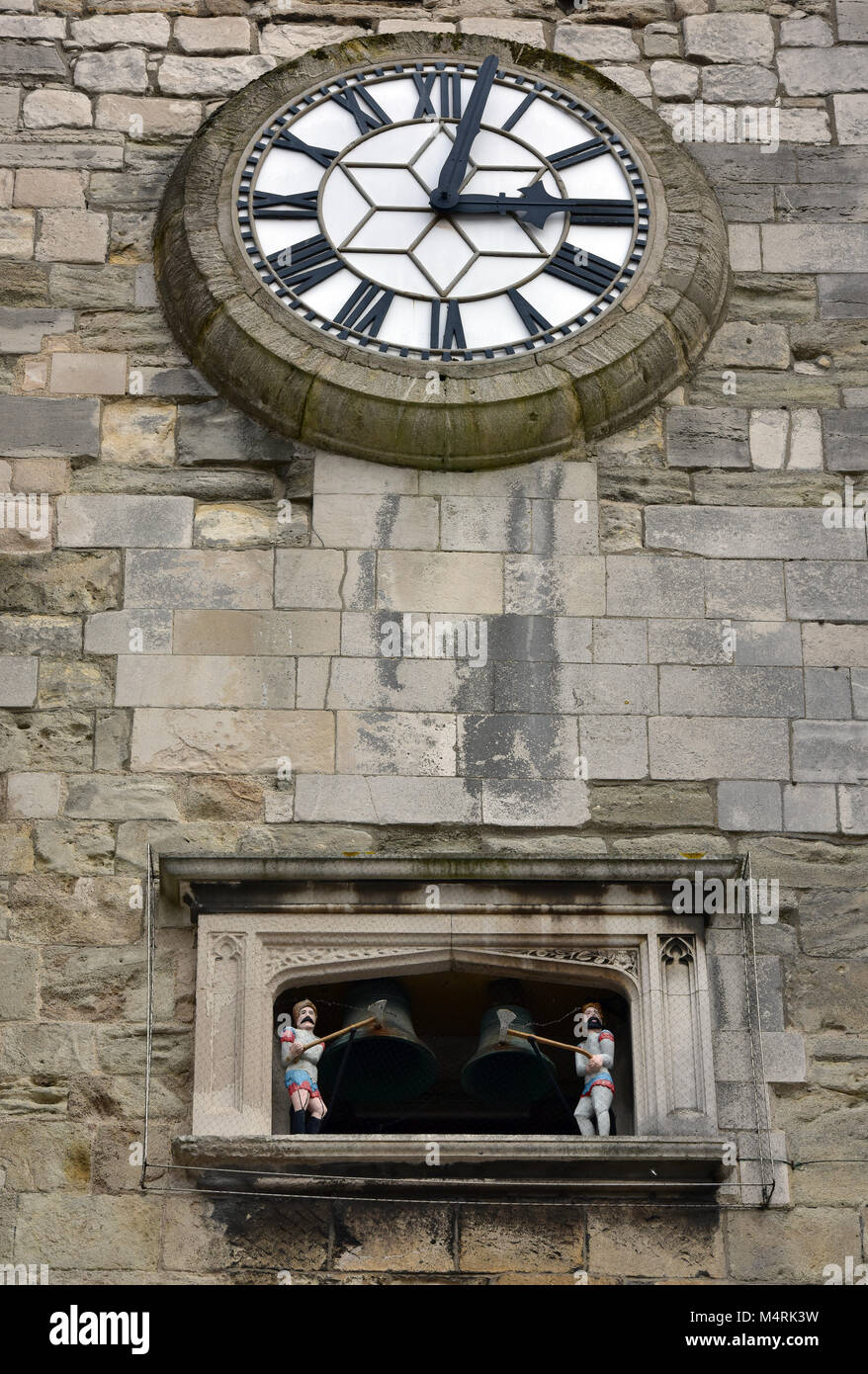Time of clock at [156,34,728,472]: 3:02
